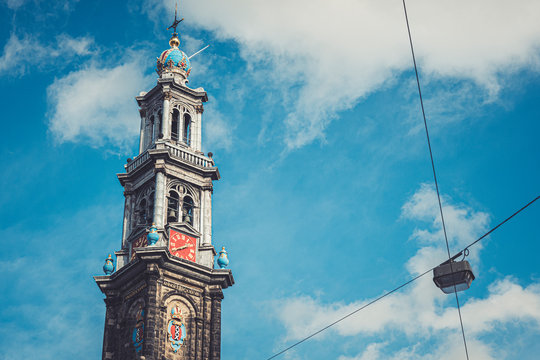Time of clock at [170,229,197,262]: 1:40
